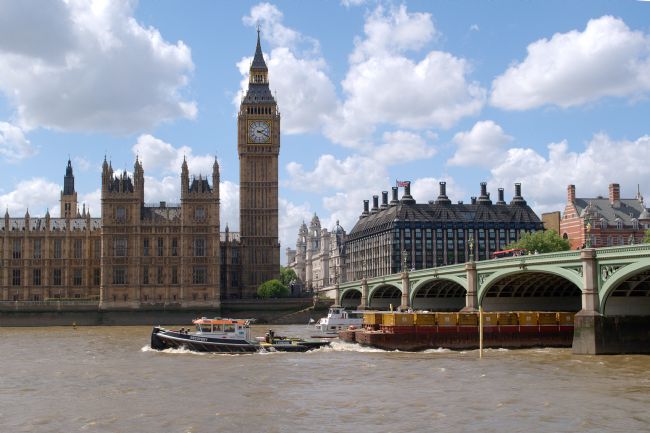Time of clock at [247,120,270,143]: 2:19
